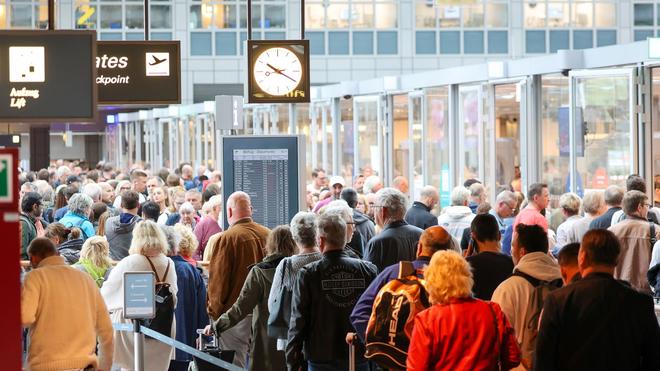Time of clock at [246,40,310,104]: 10:19
